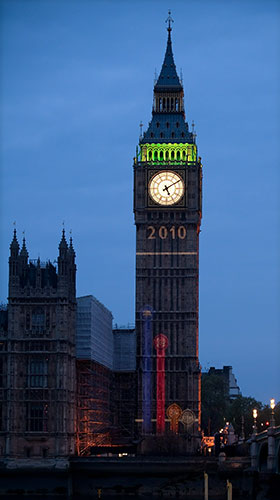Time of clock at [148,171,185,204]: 5:09
